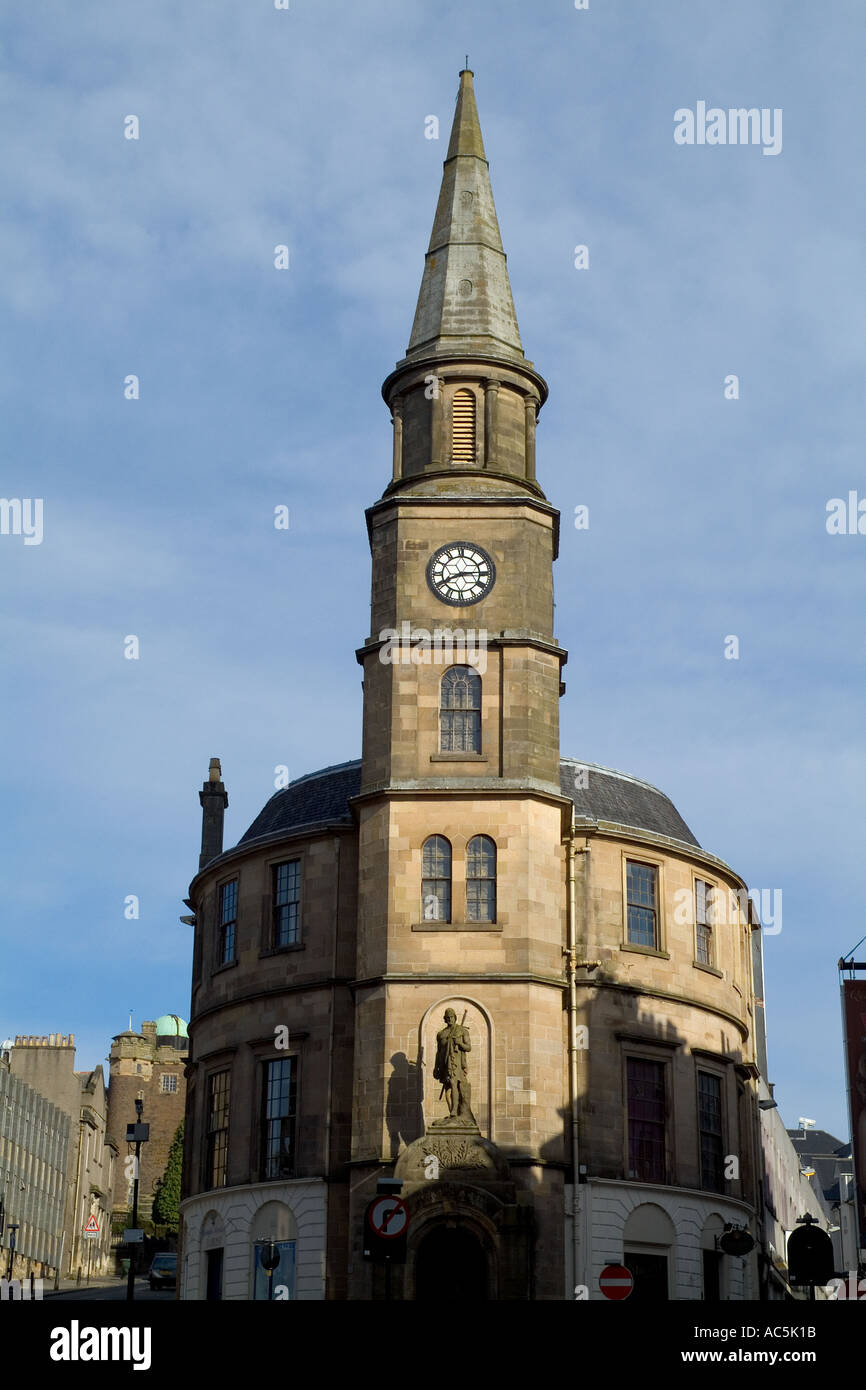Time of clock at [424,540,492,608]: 8:14
